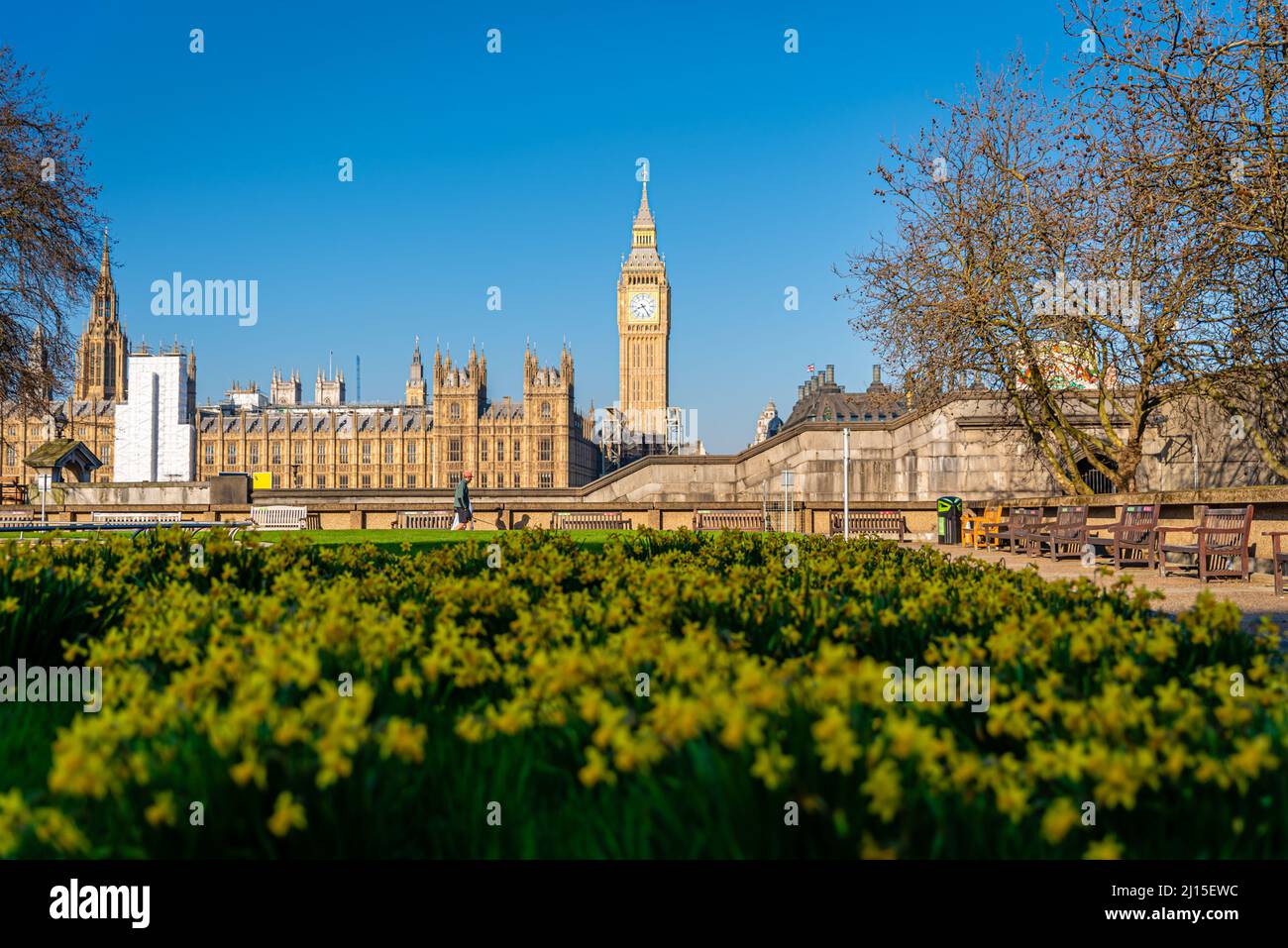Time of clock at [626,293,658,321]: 8:24
